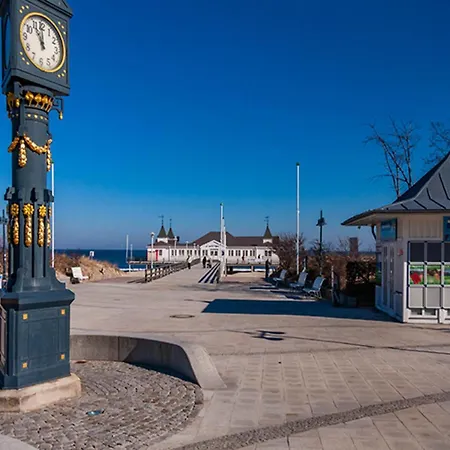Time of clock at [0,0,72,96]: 10:59
